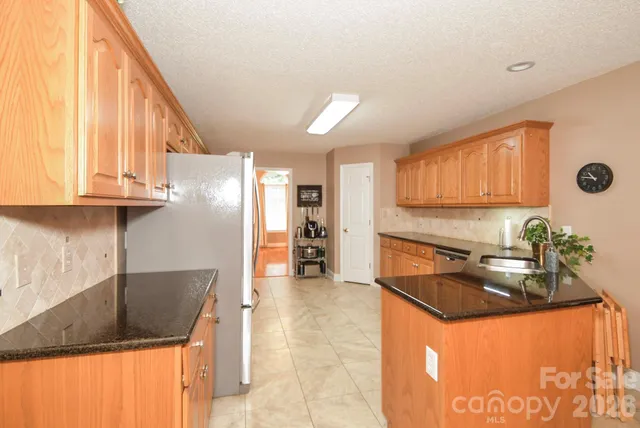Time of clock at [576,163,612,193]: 10:46
